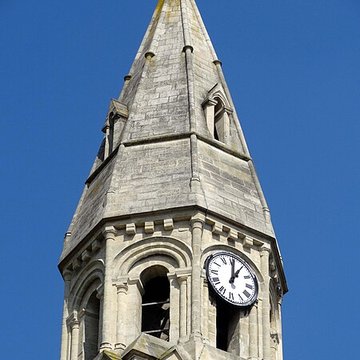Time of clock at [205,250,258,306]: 1:00
